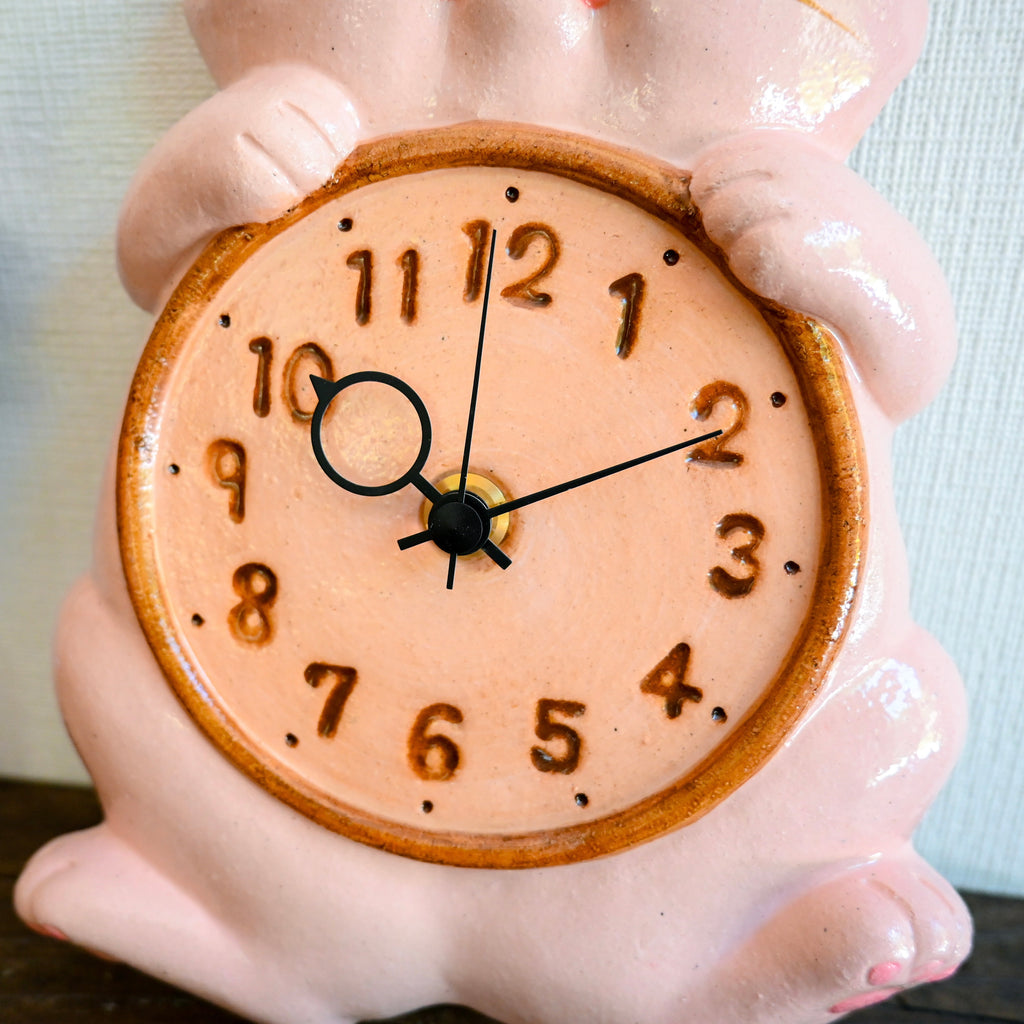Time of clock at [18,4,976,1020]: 10:10
